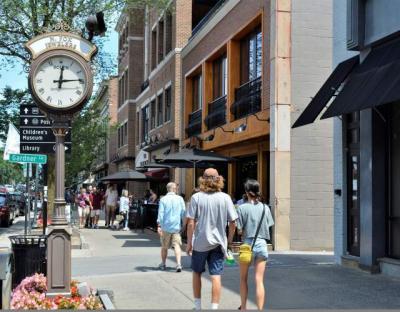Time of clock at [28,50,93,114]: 12:14
